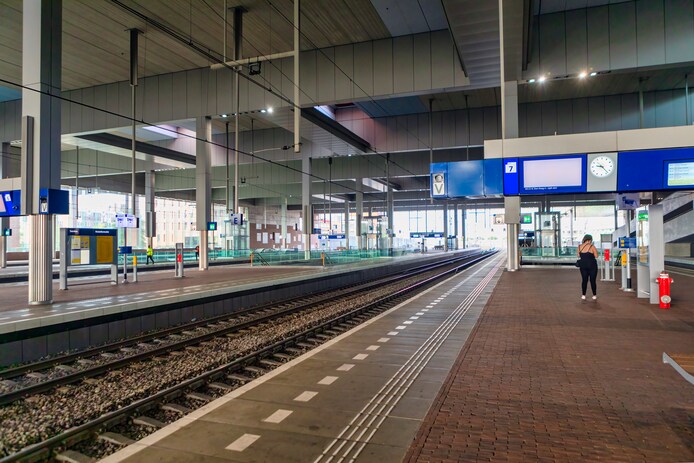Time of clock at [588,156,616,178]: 9:22
